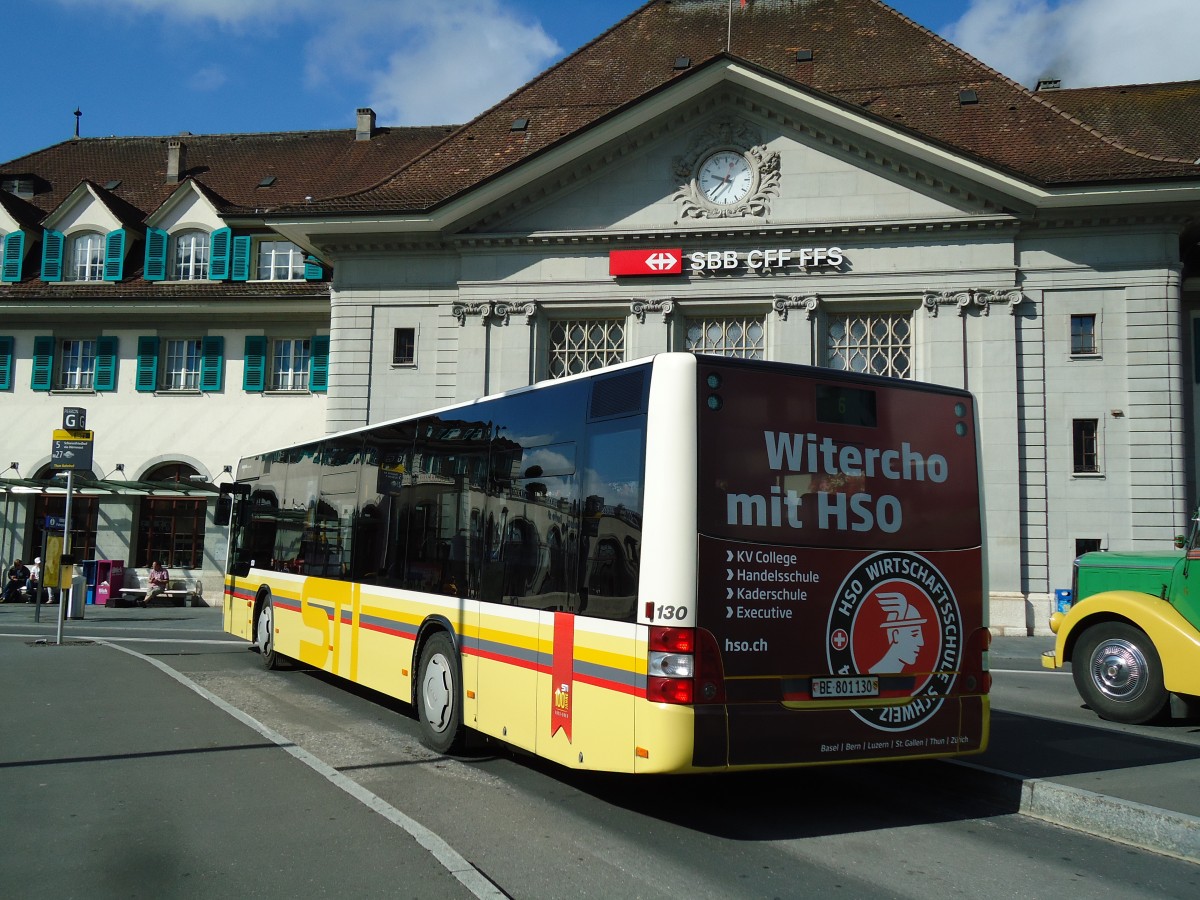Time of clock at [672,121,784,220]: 9:36
